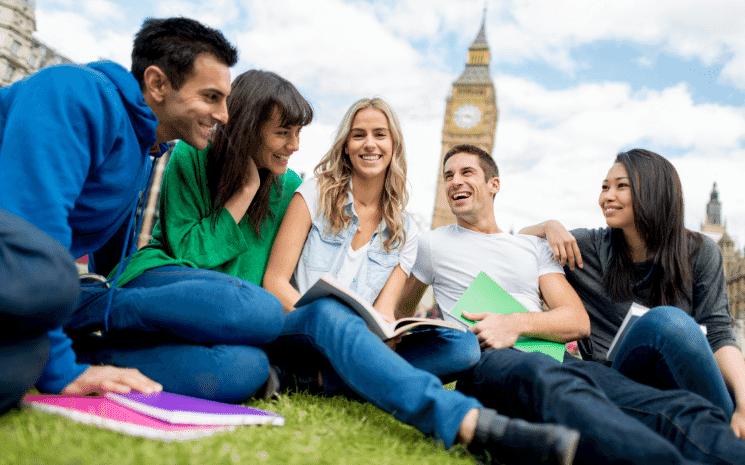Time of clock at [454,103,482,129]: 3:43
